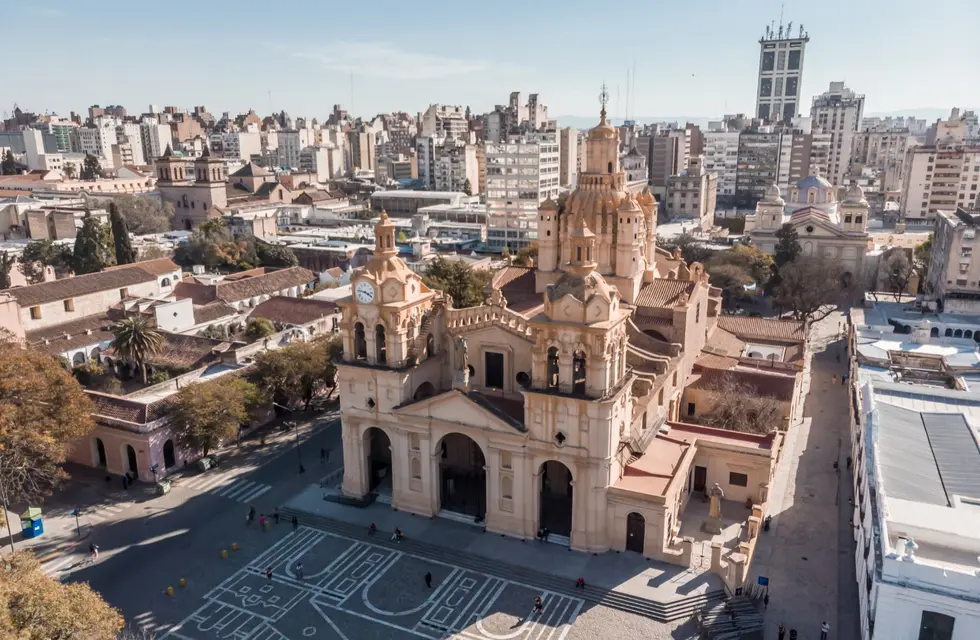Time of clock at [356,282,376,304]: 3:46
